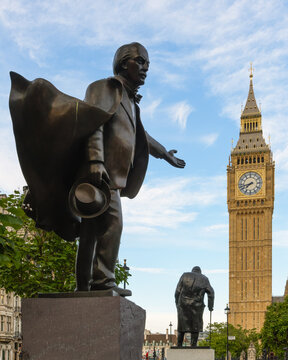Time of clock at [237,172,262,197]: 7:42
